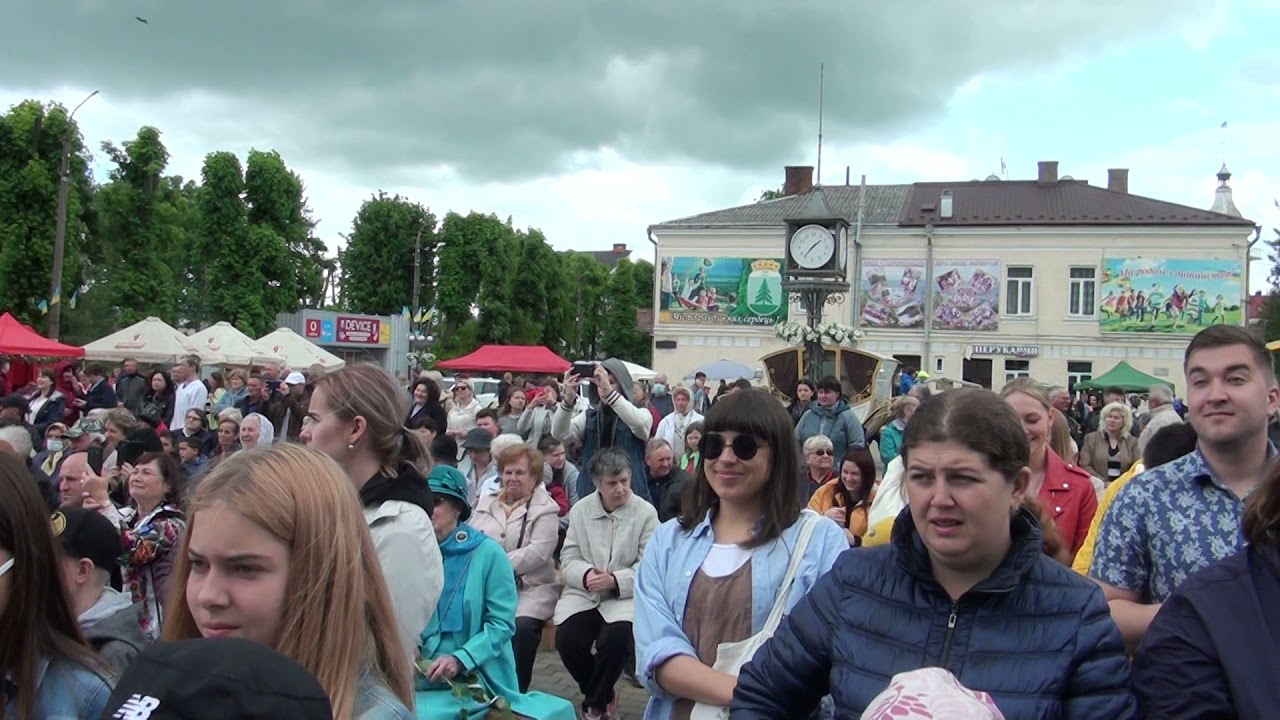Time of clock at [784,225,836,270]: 1:36
